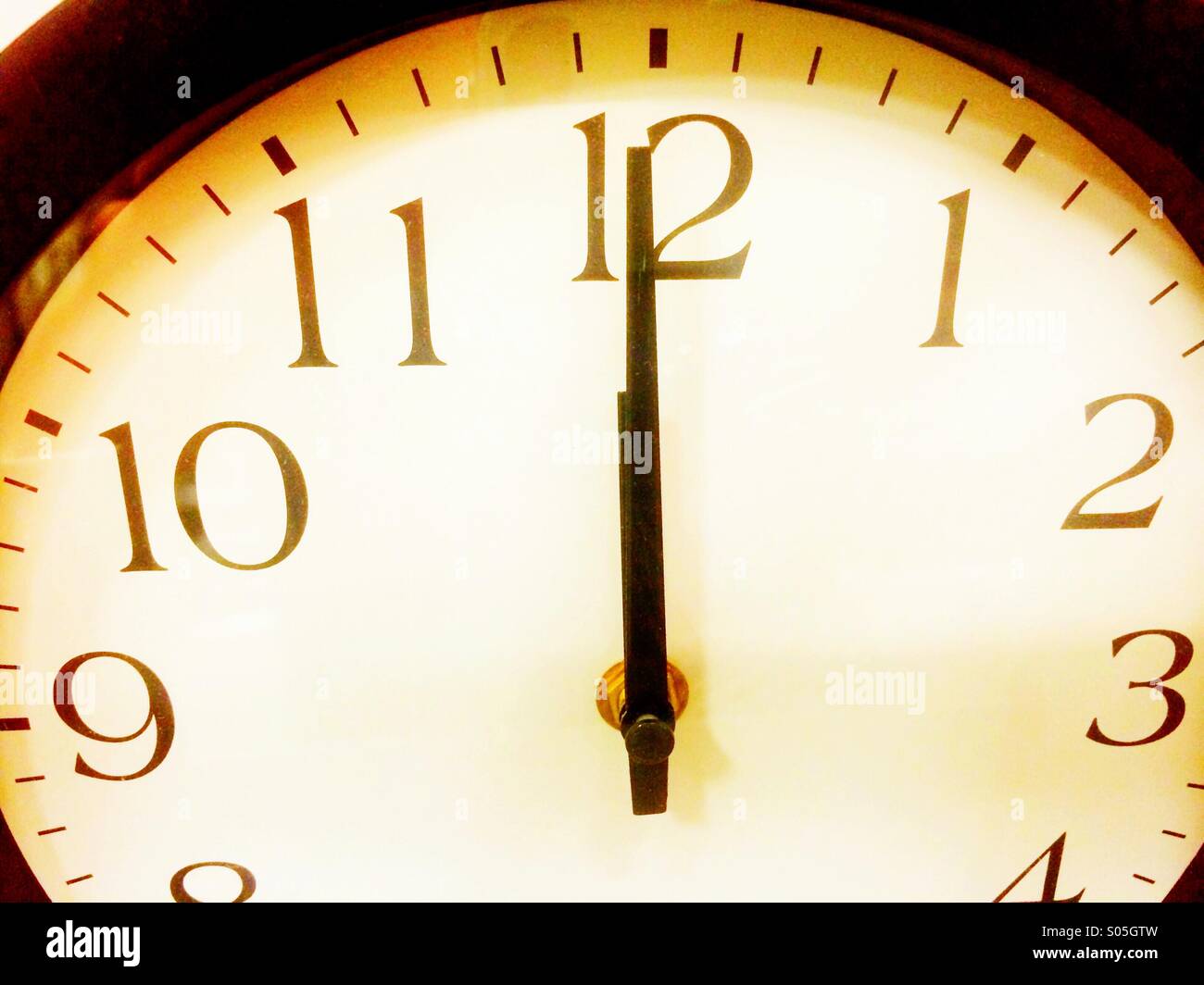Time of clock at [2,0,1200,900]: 11:59
